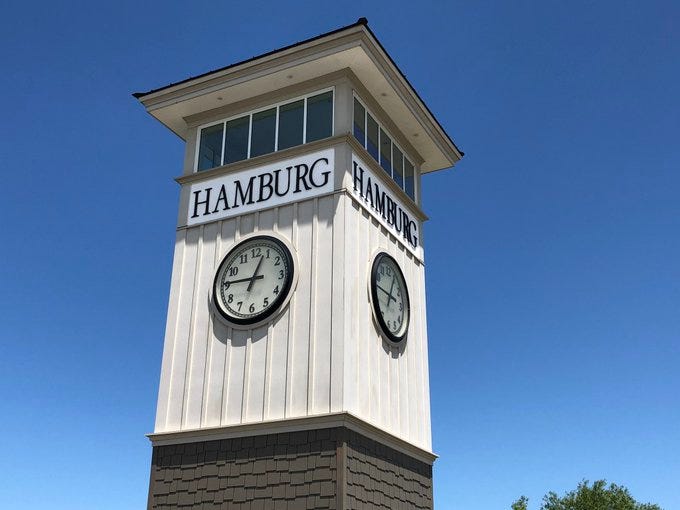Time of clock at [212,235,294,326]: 12:45
